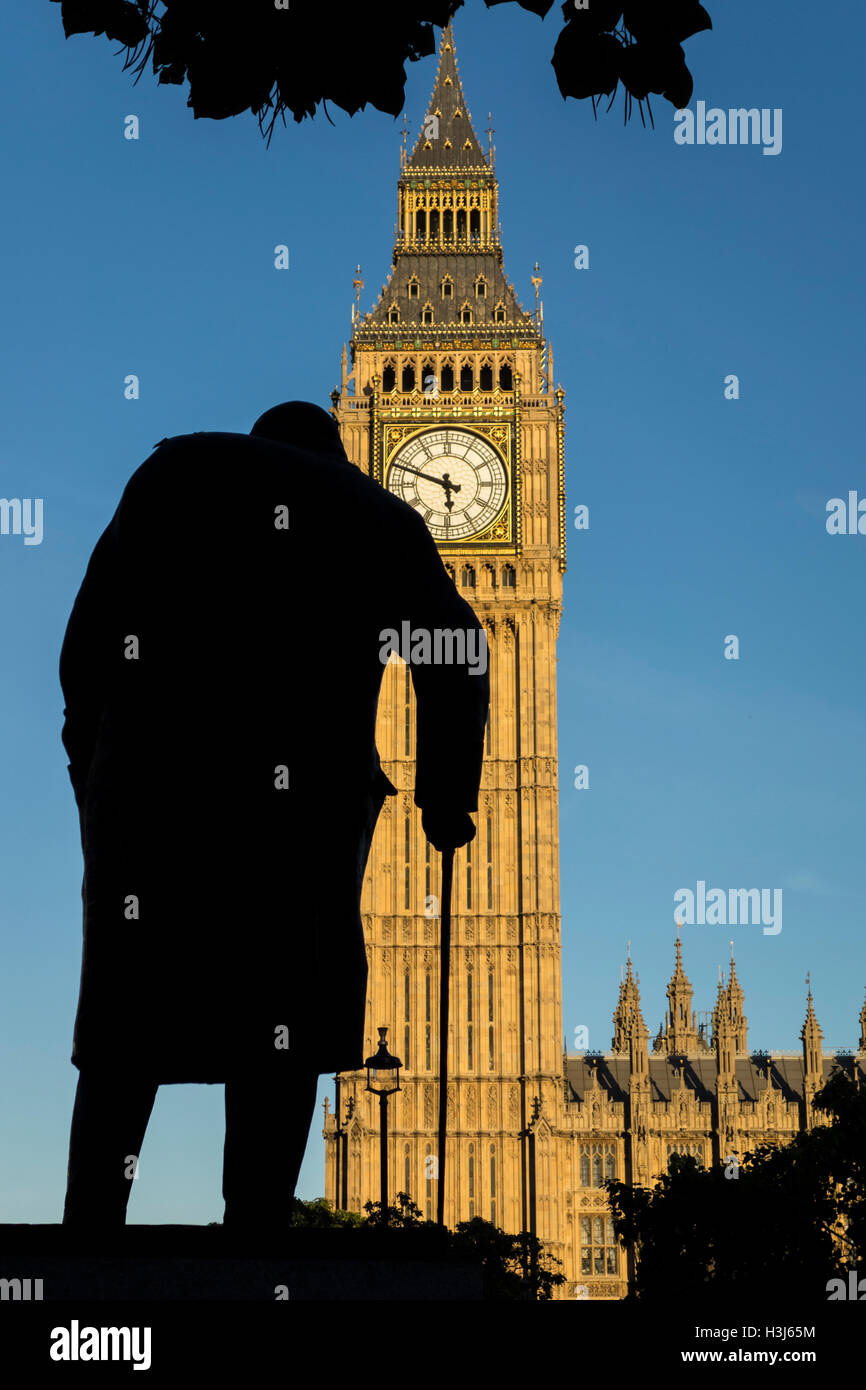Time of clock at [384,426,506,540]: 5:48
